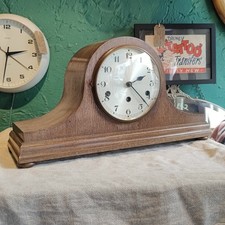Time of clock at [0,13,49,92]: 2:32
